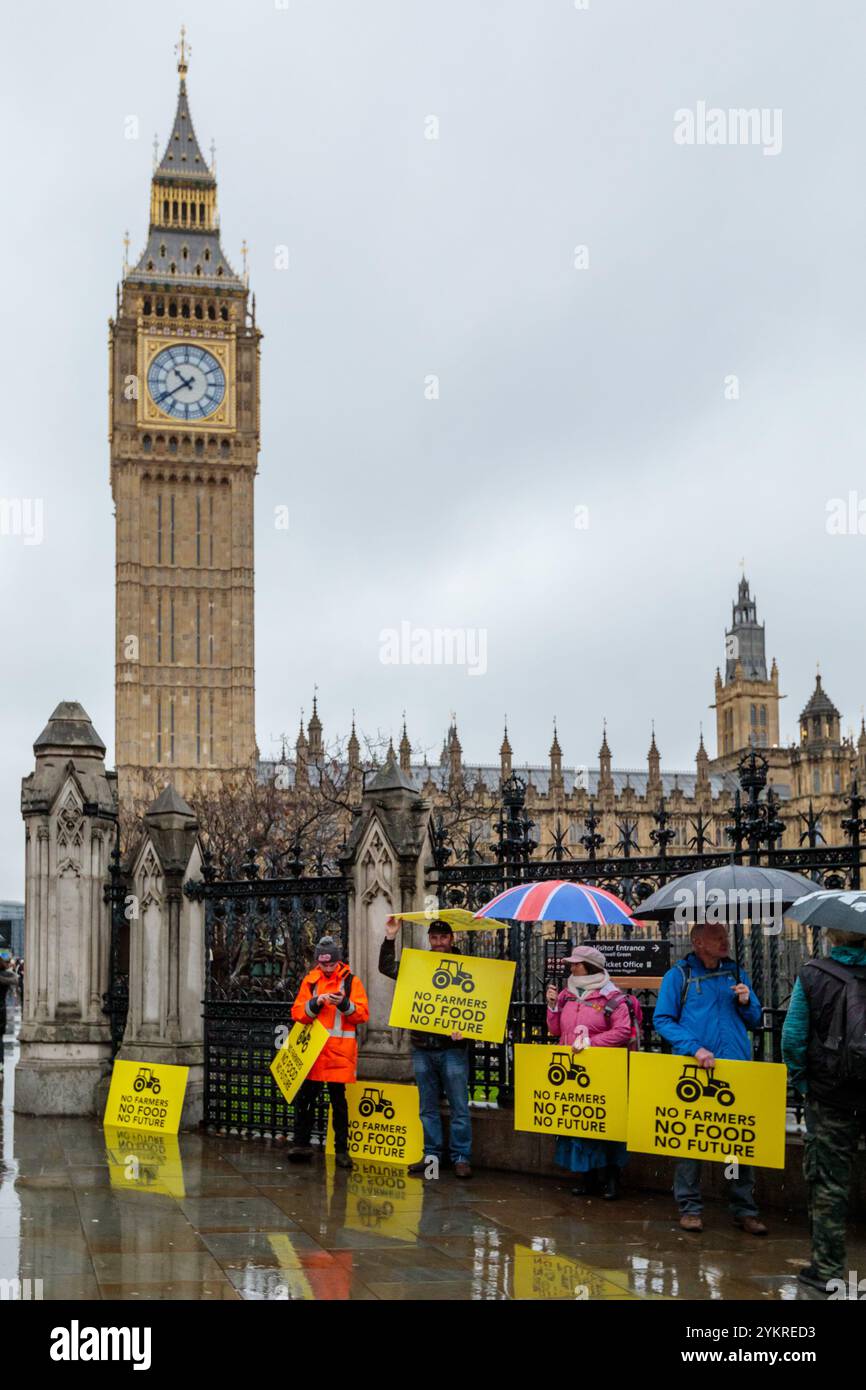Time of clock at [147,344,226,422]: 10:38
